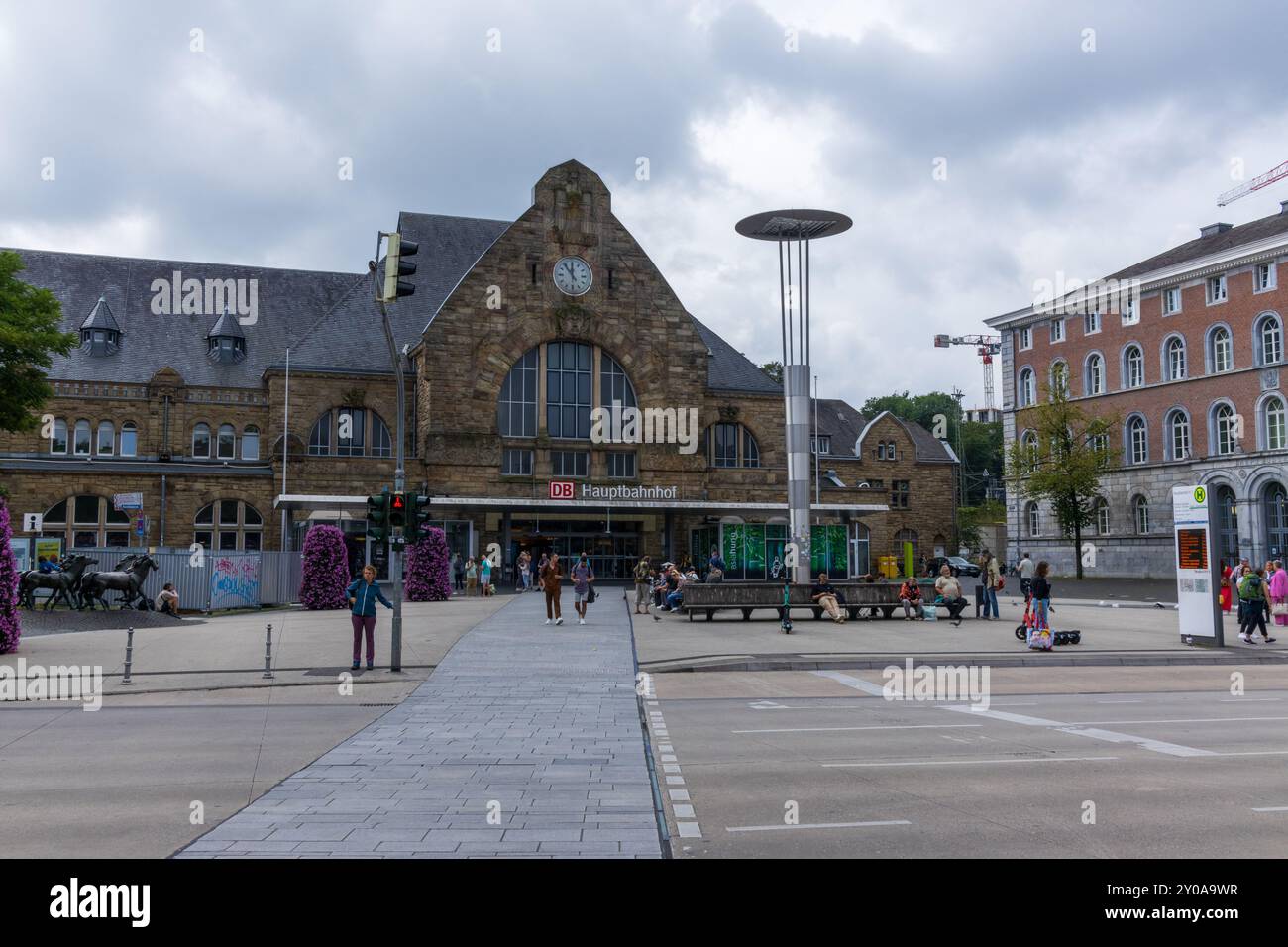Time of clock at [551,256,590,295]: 11:53
